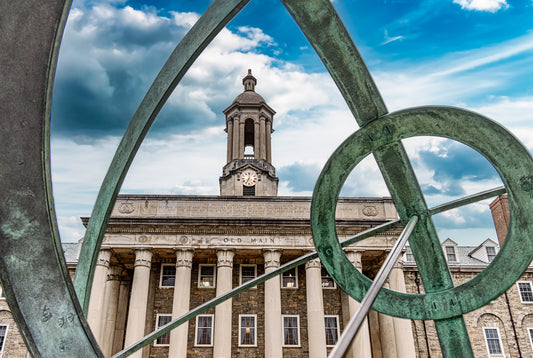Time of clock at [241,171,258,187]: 7:00
